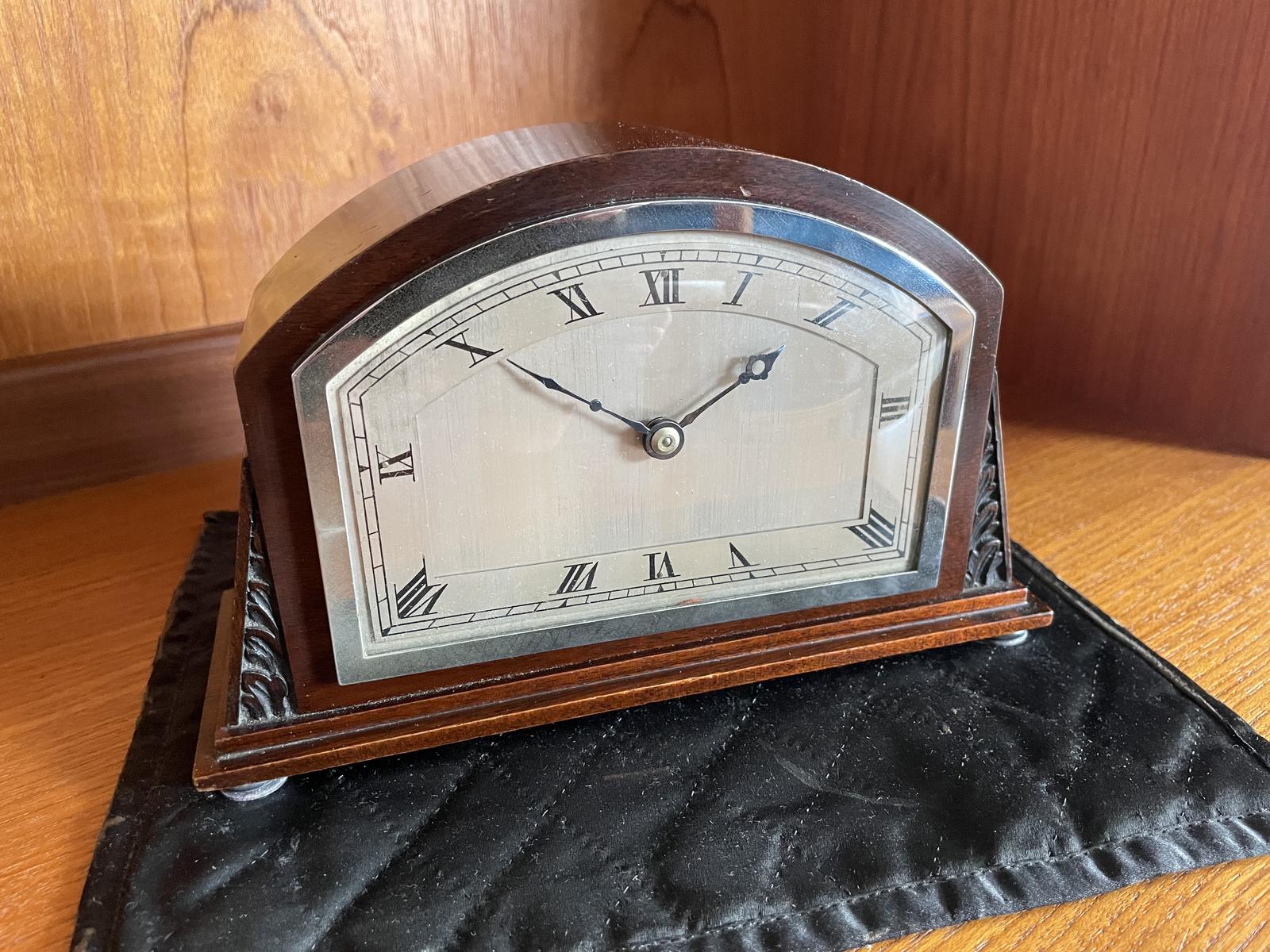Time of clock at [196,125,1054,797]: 1:50
